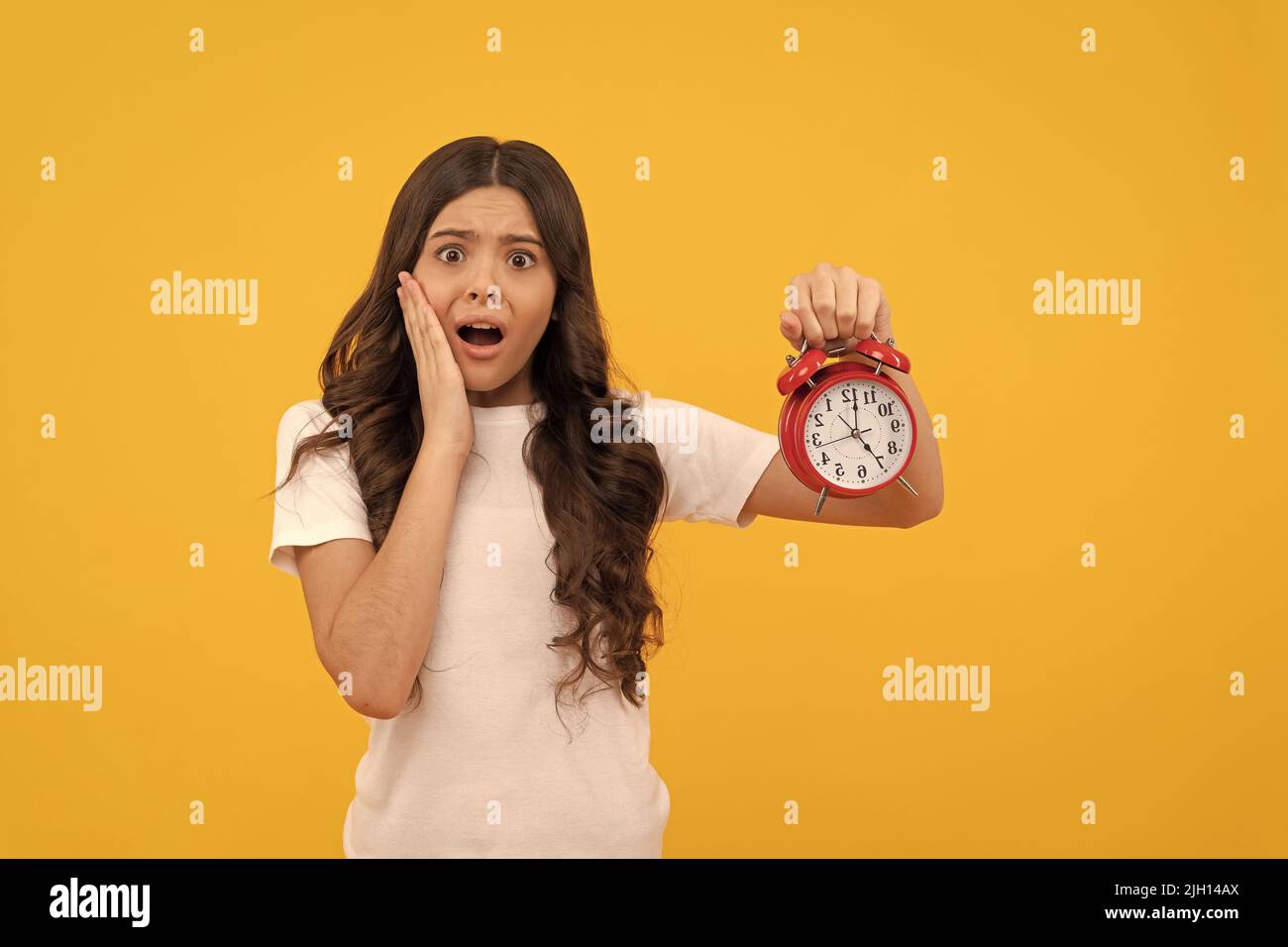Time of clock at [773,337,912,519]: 5:01
